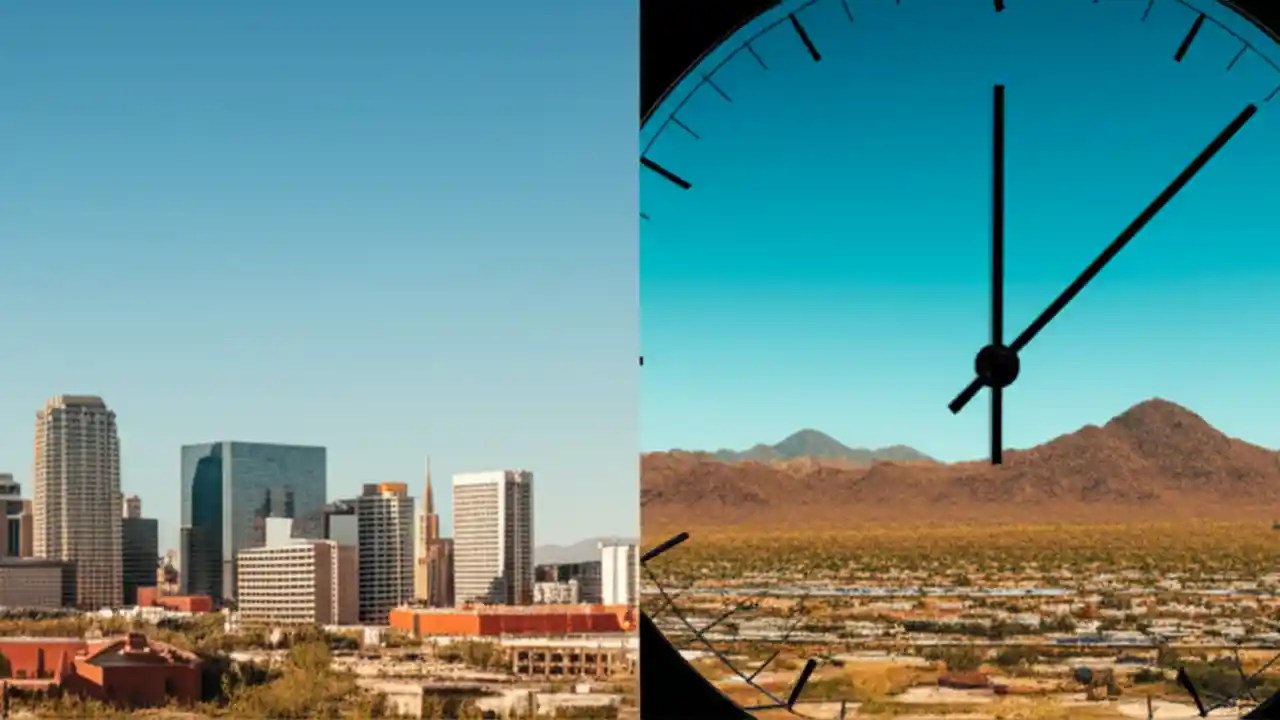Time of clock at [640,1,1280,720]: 12:07
